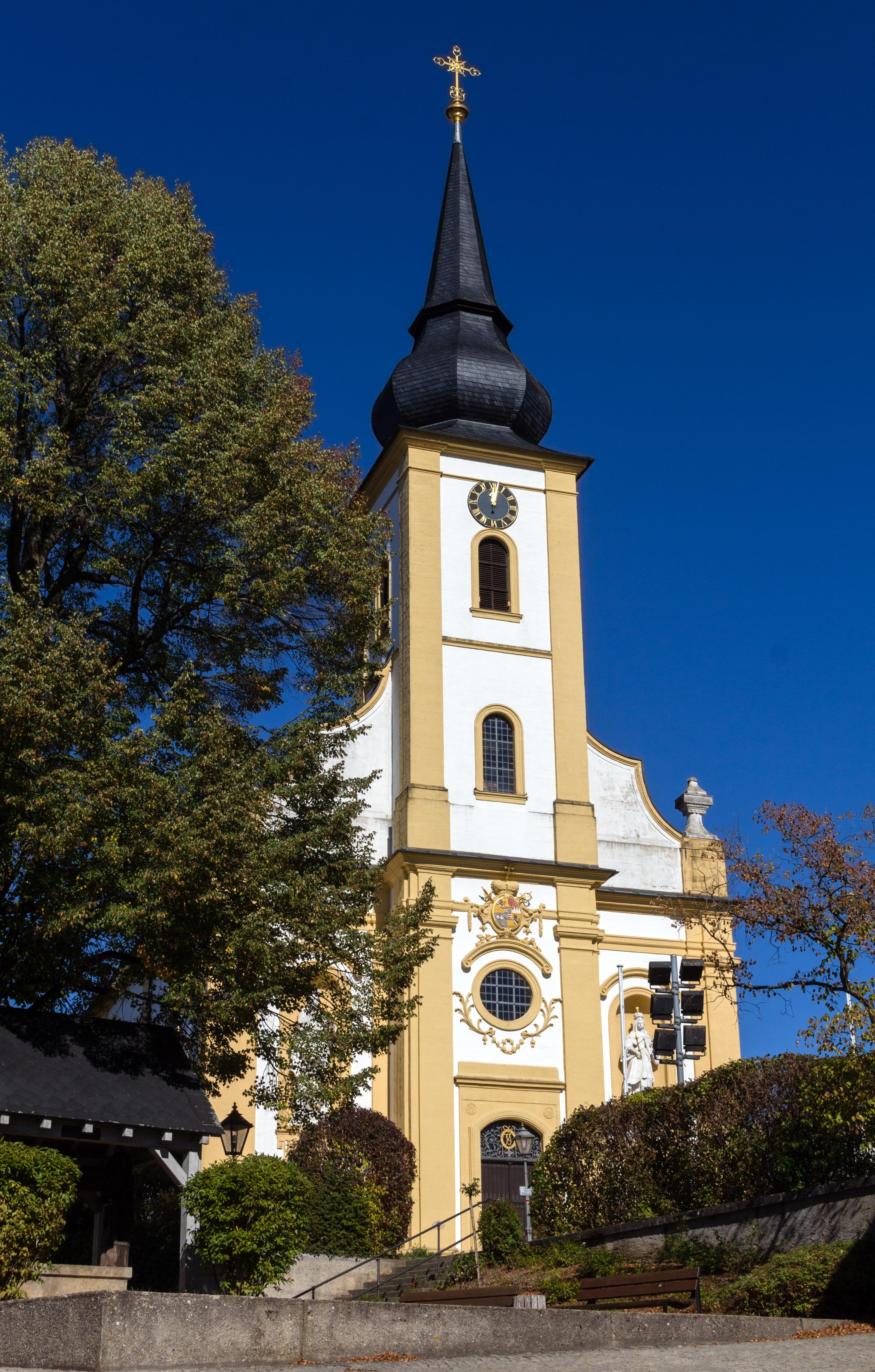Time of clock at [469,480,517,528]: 12:02
